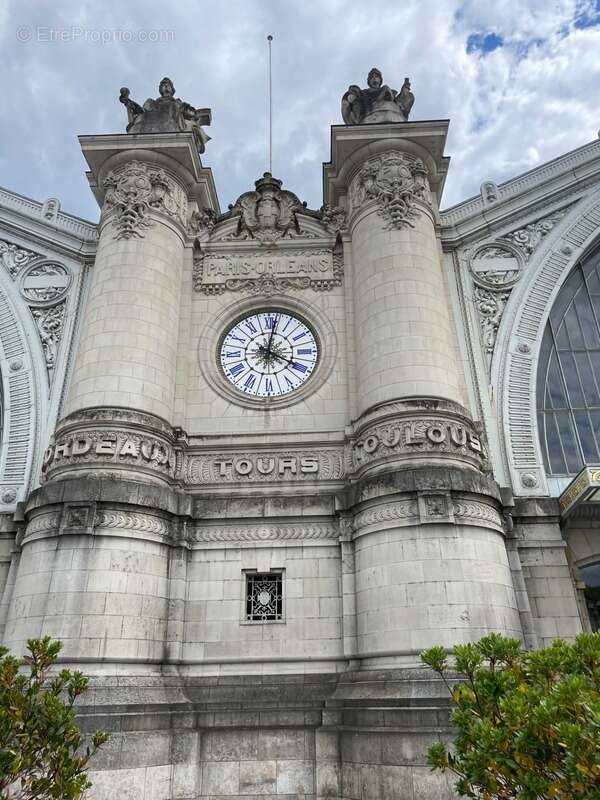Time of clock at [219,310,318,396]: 4:01
